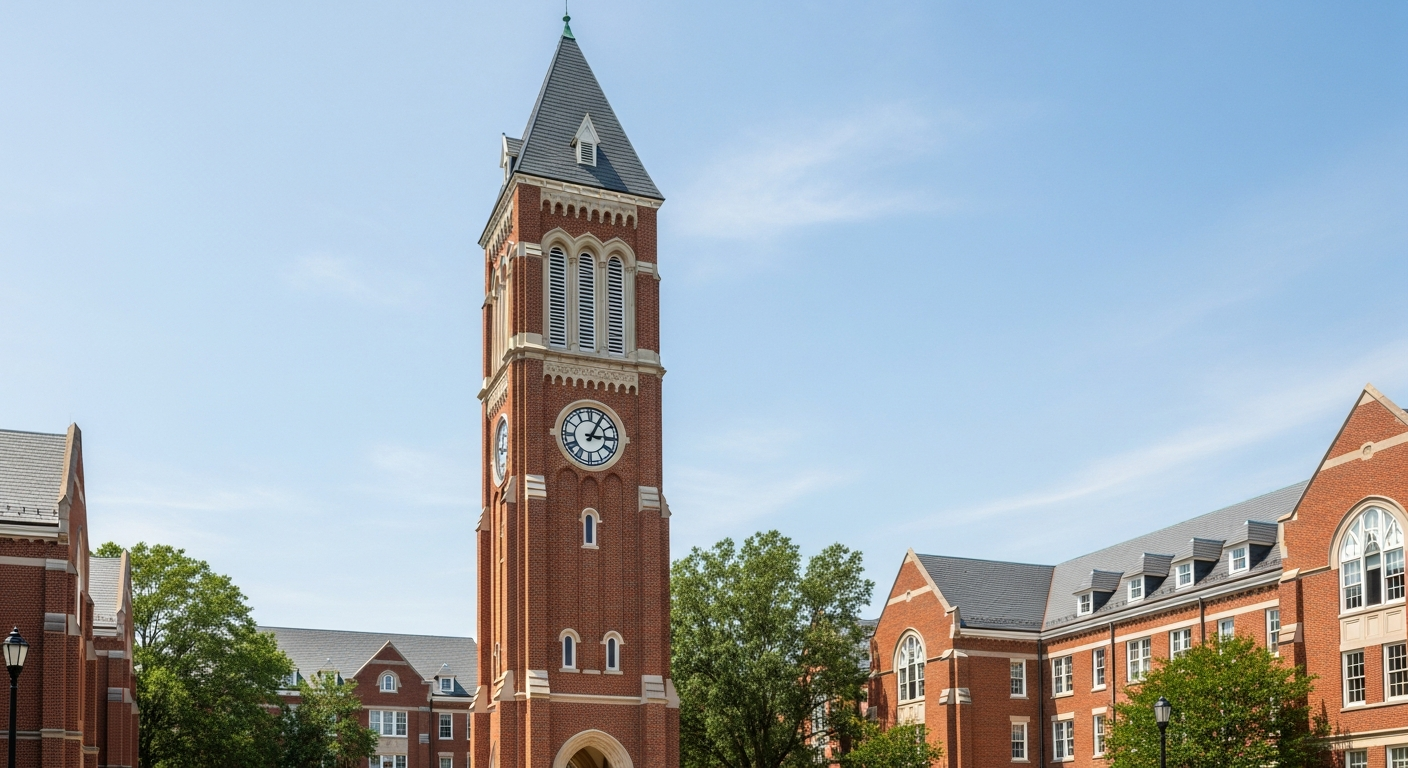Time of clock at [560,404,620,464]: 3:04
